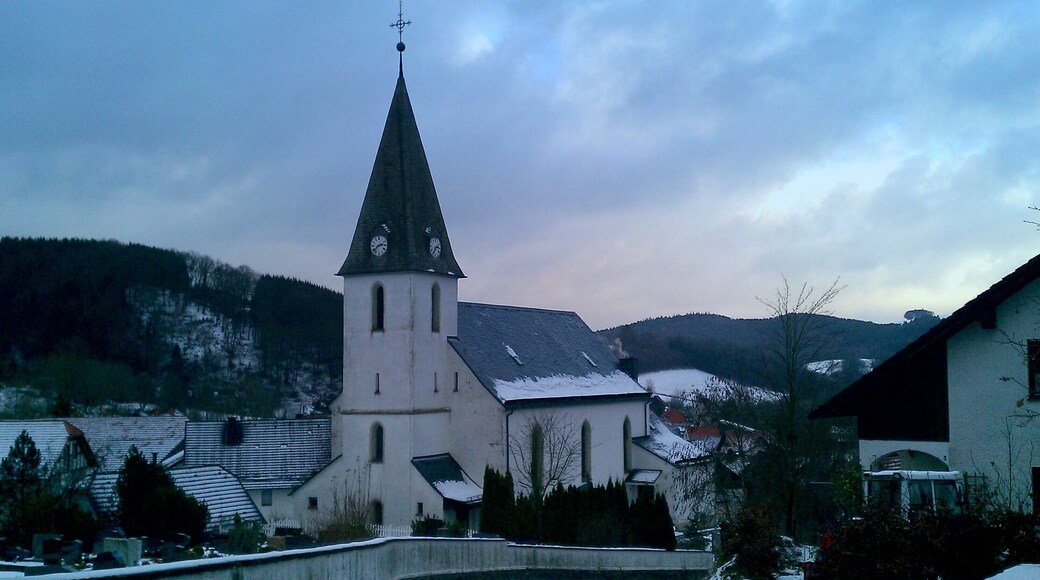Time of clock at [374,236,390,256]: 2:38
